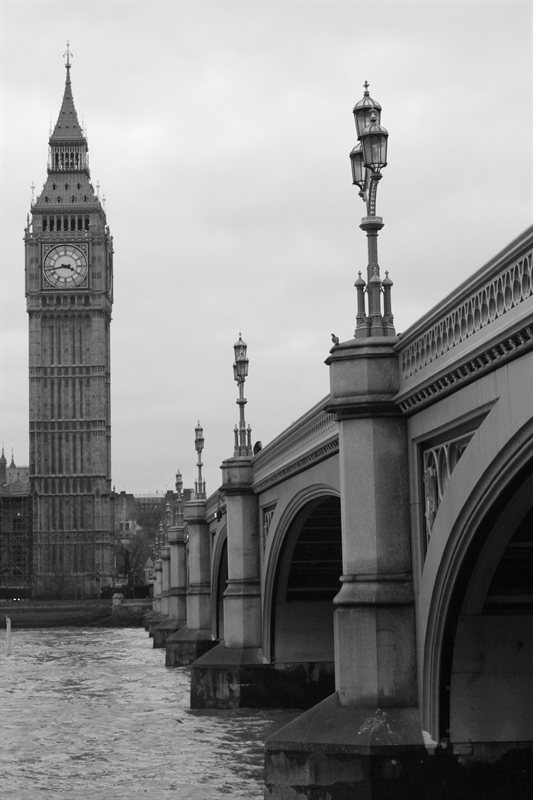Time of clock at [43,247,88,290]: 3:43
